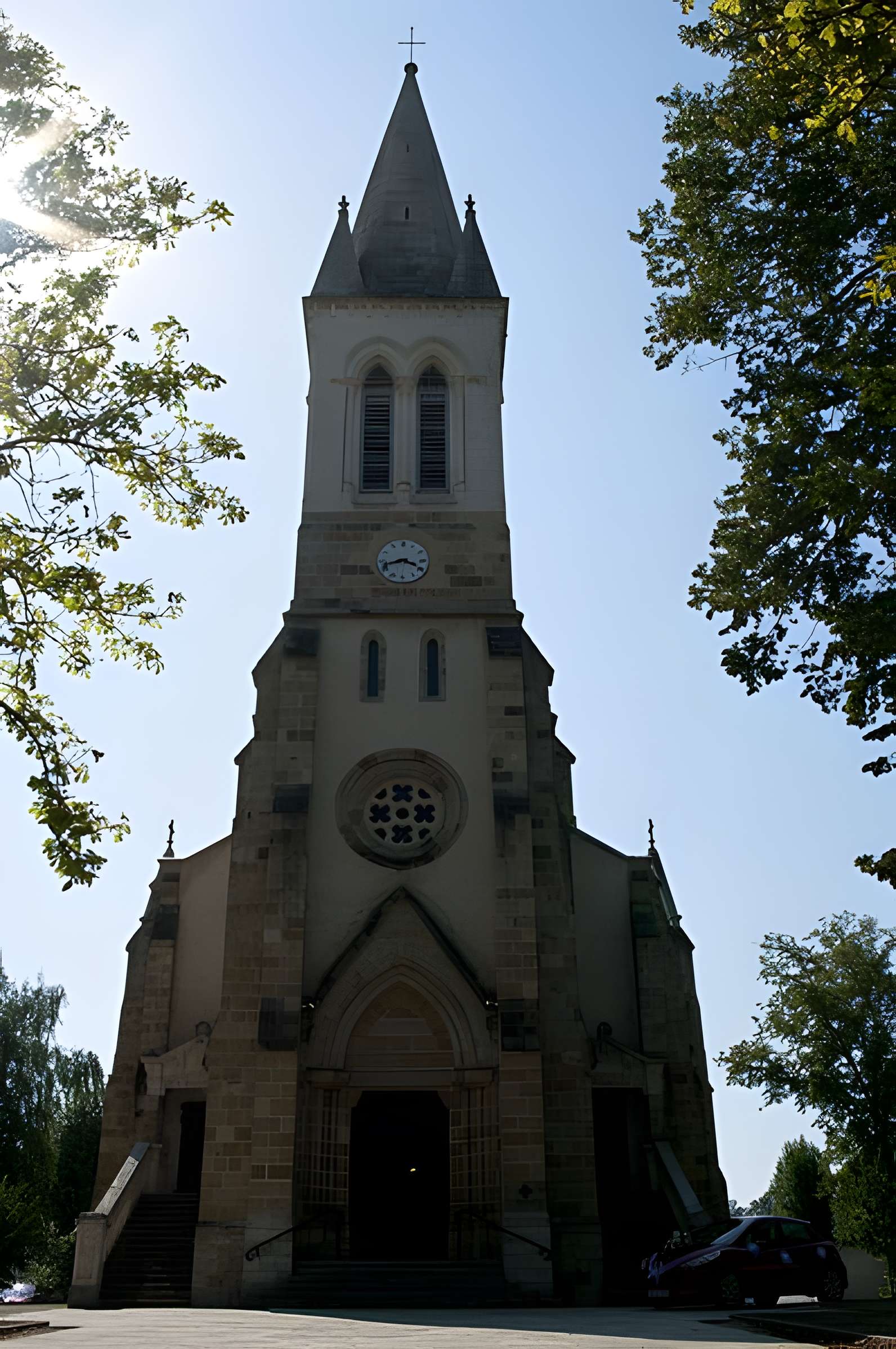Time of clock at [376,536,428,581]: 3:42
